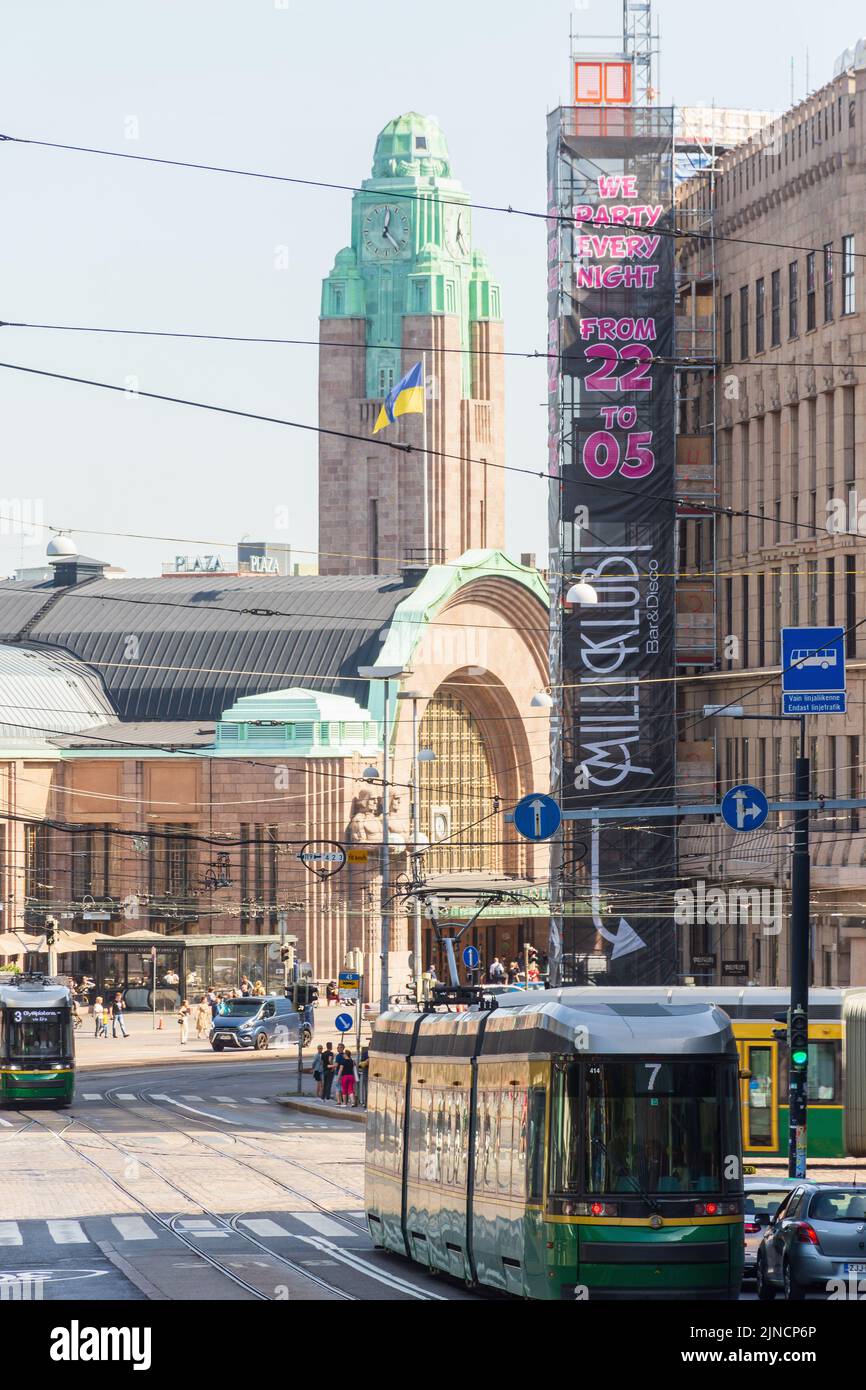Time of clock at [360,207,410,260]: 12:23
